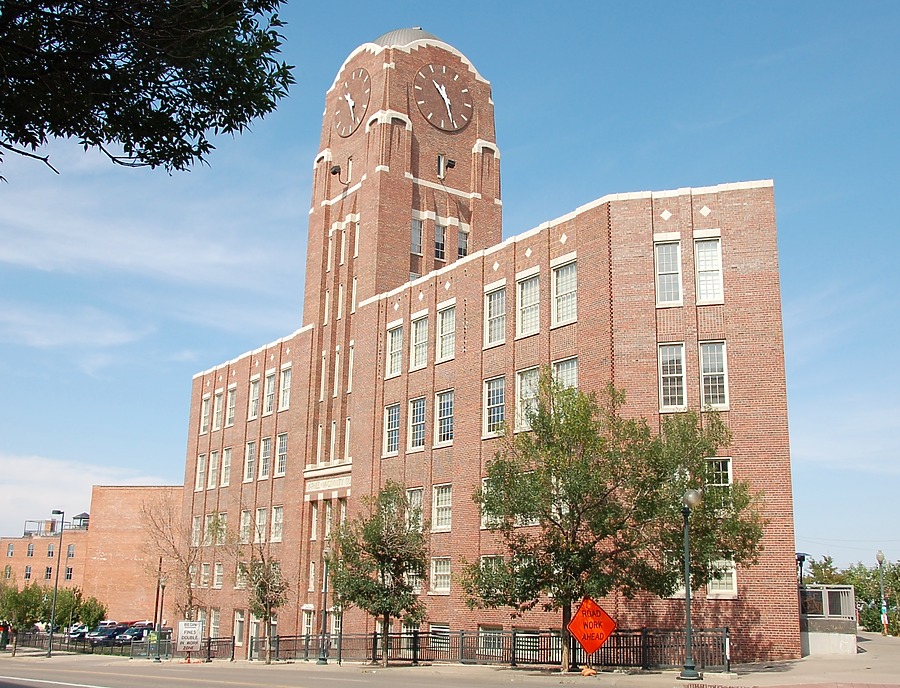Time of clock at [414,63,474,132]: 10:26
